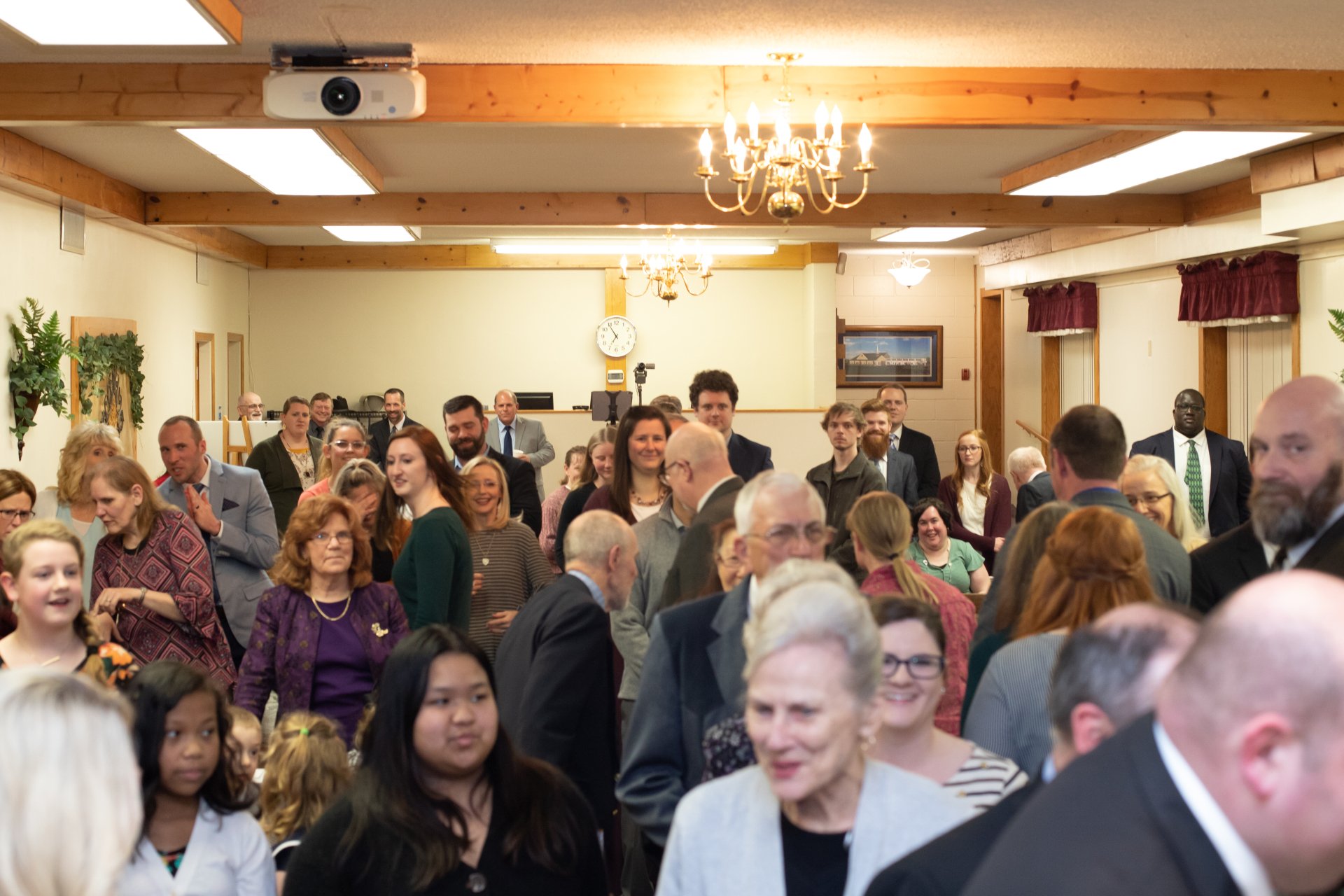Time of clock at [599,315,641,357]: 6:54
